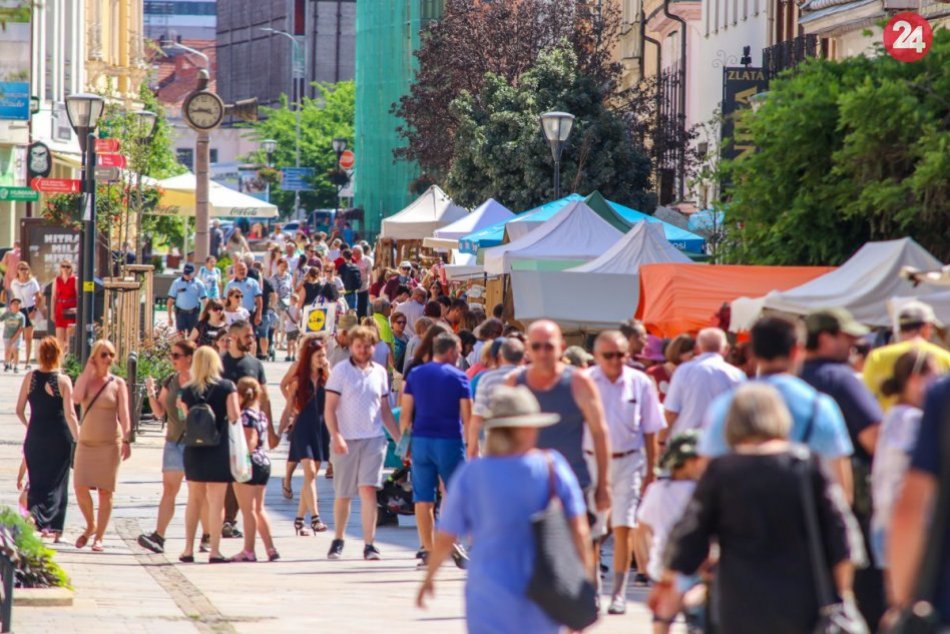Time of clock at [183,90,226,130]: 3:44
